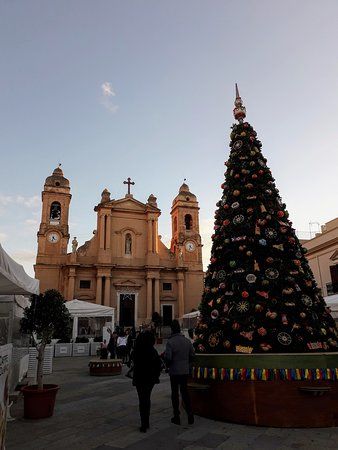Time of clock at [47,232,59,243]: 4:32
